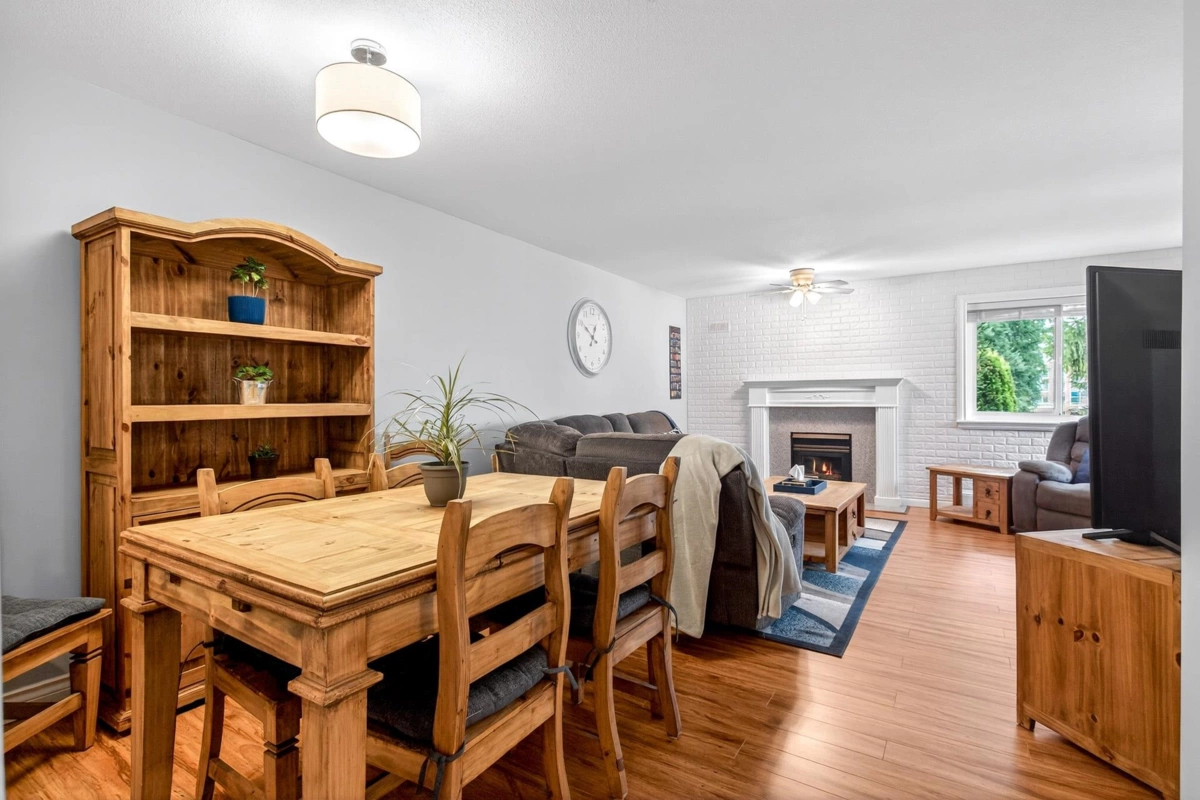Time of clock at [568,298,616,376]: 12:50
